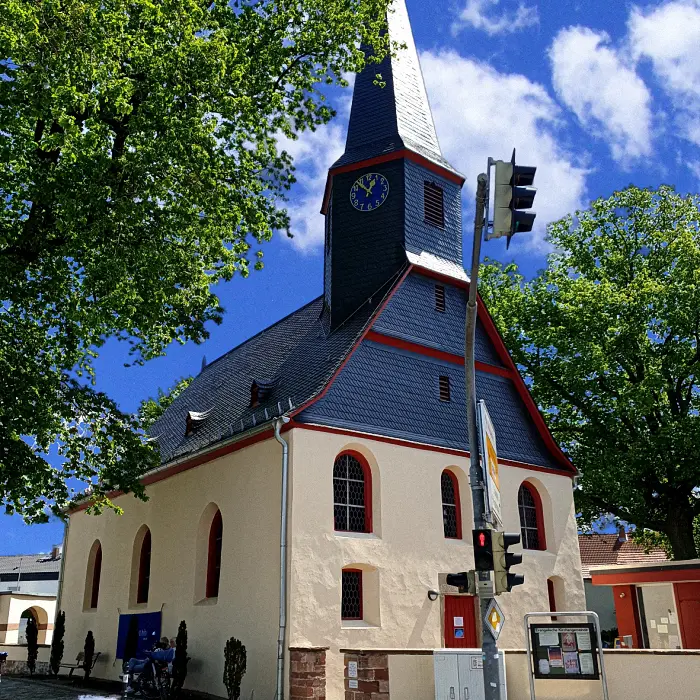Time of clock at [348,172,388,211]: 12:52
